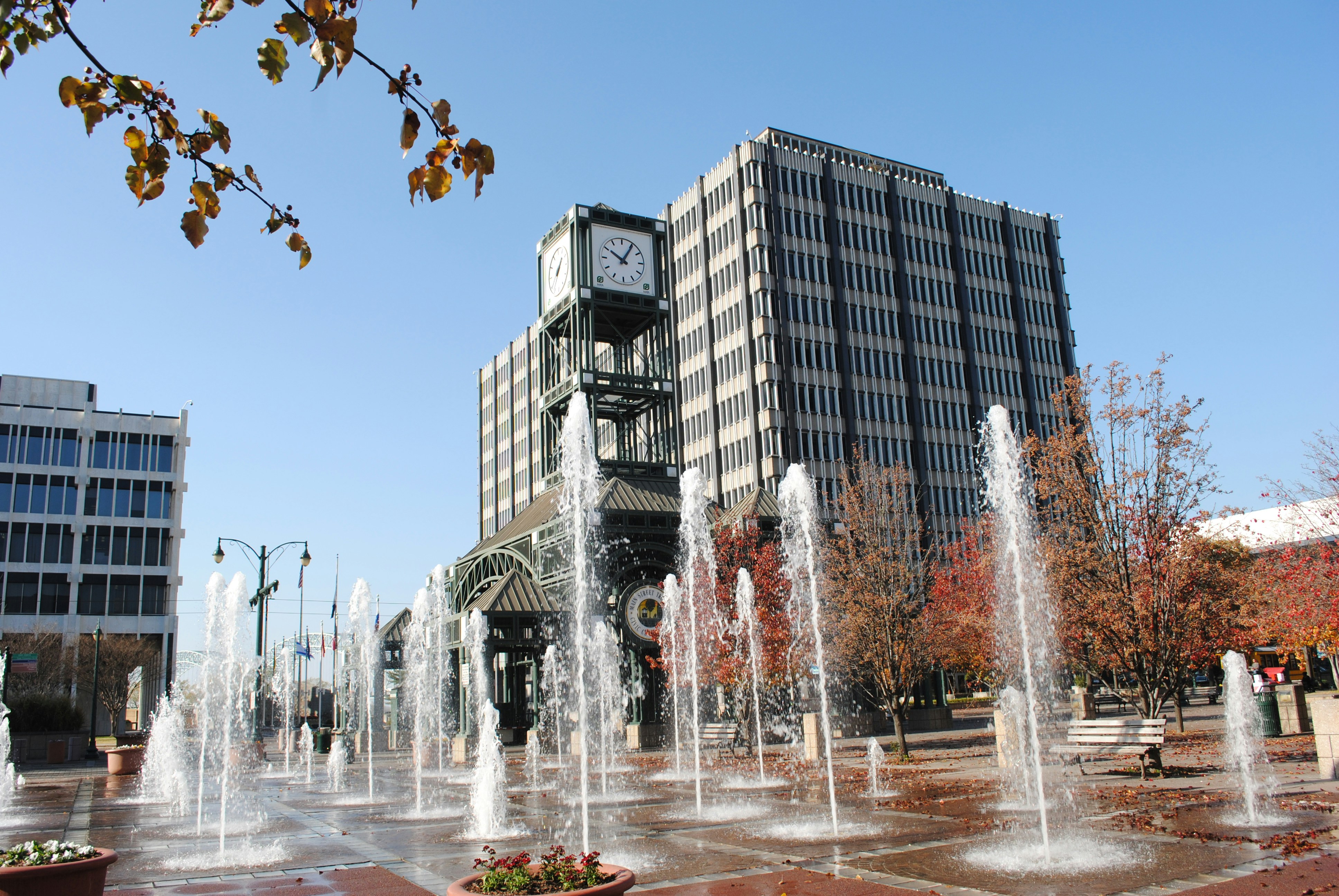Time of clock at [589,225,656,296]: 10:05
